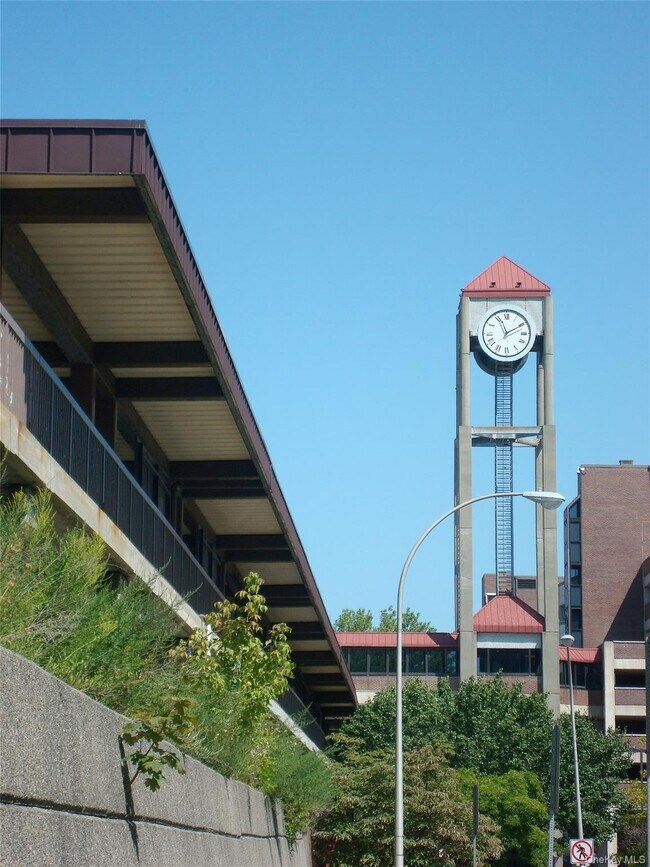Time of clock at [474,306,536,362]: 1:56
